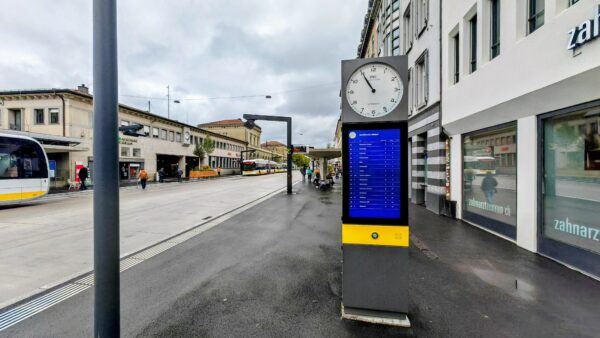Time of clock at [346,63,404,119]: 10:55
